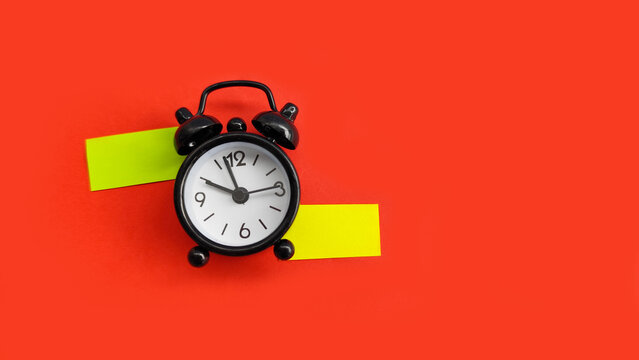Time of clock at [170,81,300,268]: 9:57
